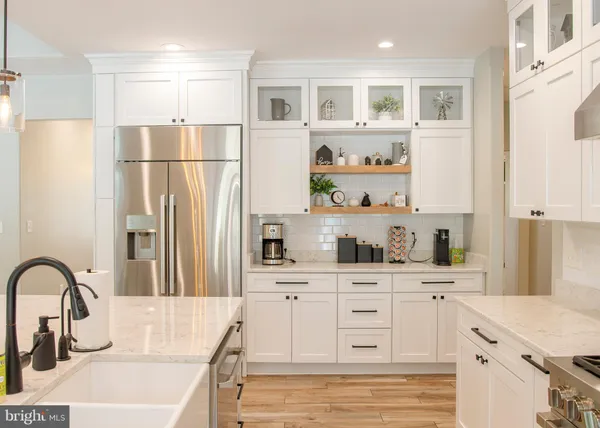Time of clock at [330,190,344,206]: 11:22
